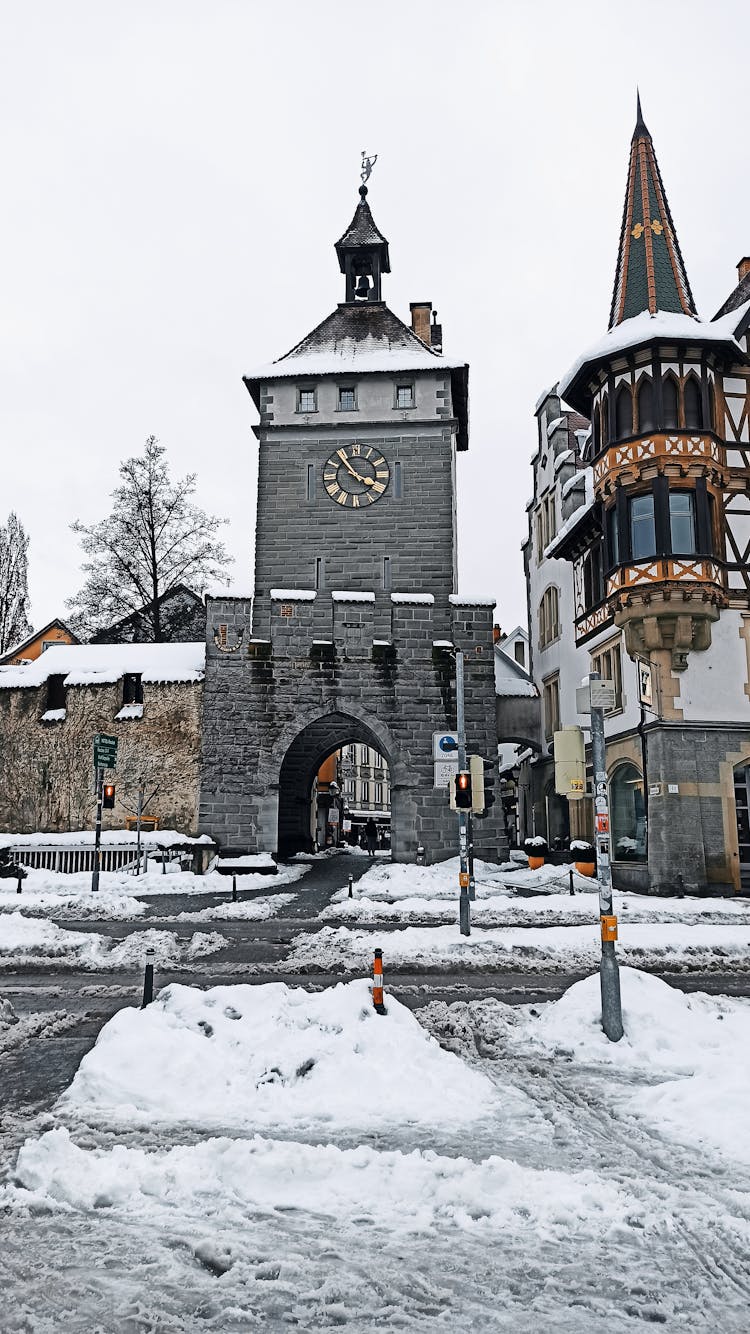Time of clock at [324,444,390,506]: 3:53
